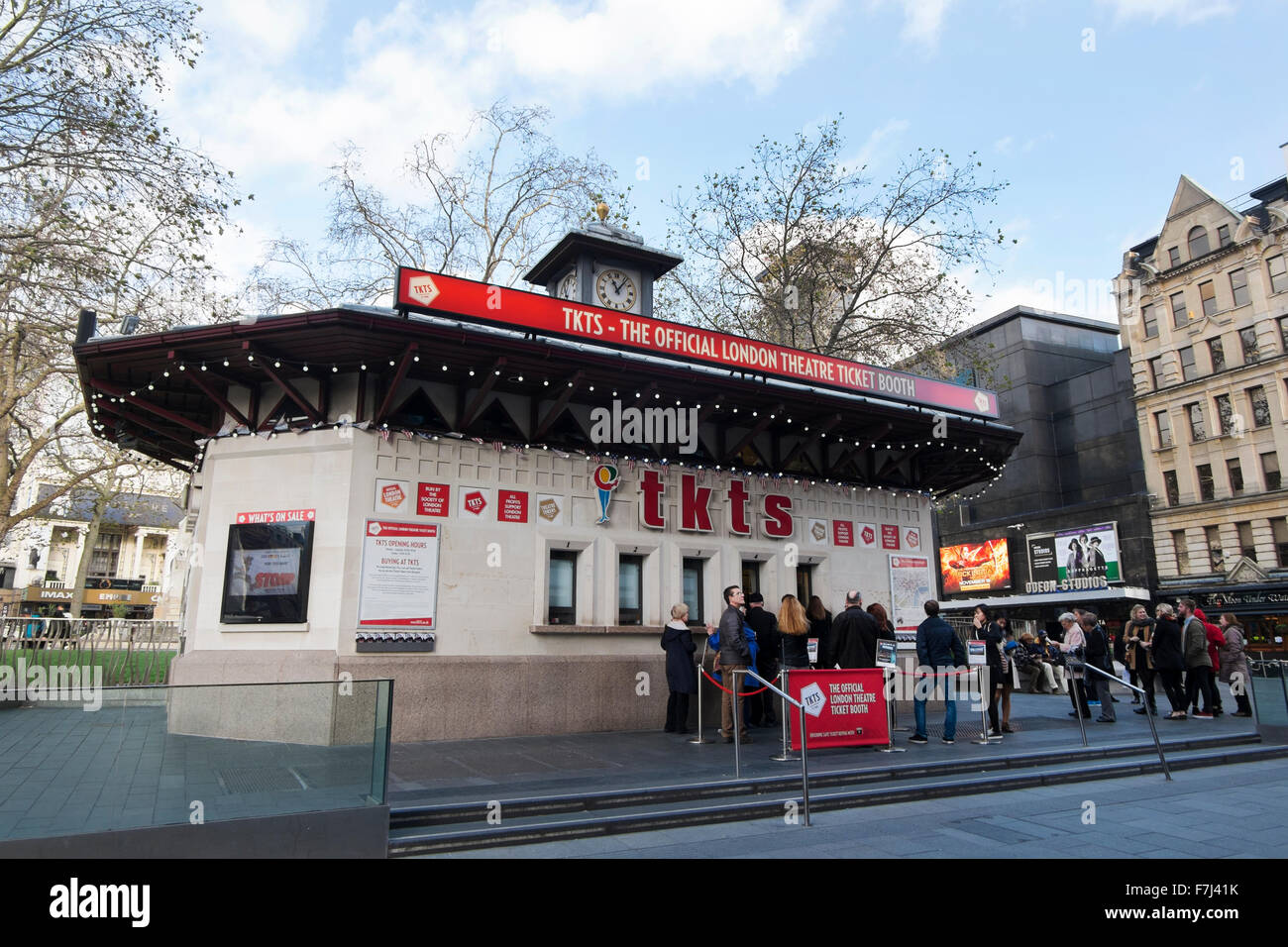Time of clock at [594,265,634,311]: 11:06
